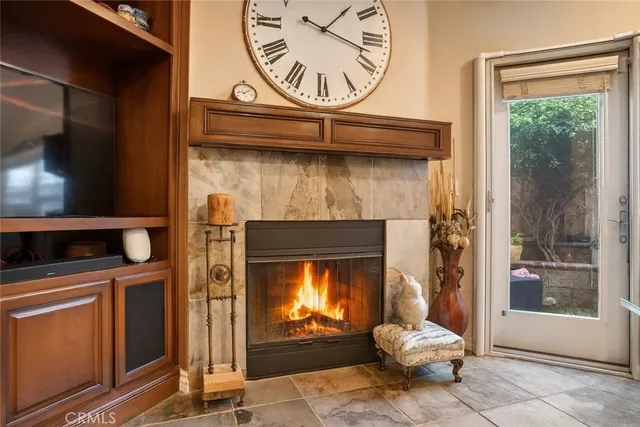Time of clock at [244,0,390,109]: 1:17
